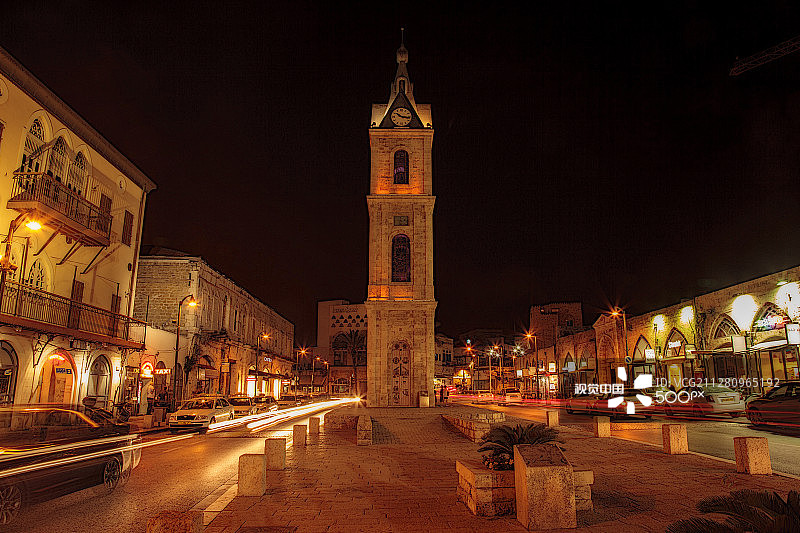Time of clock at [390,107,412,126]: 10:16
